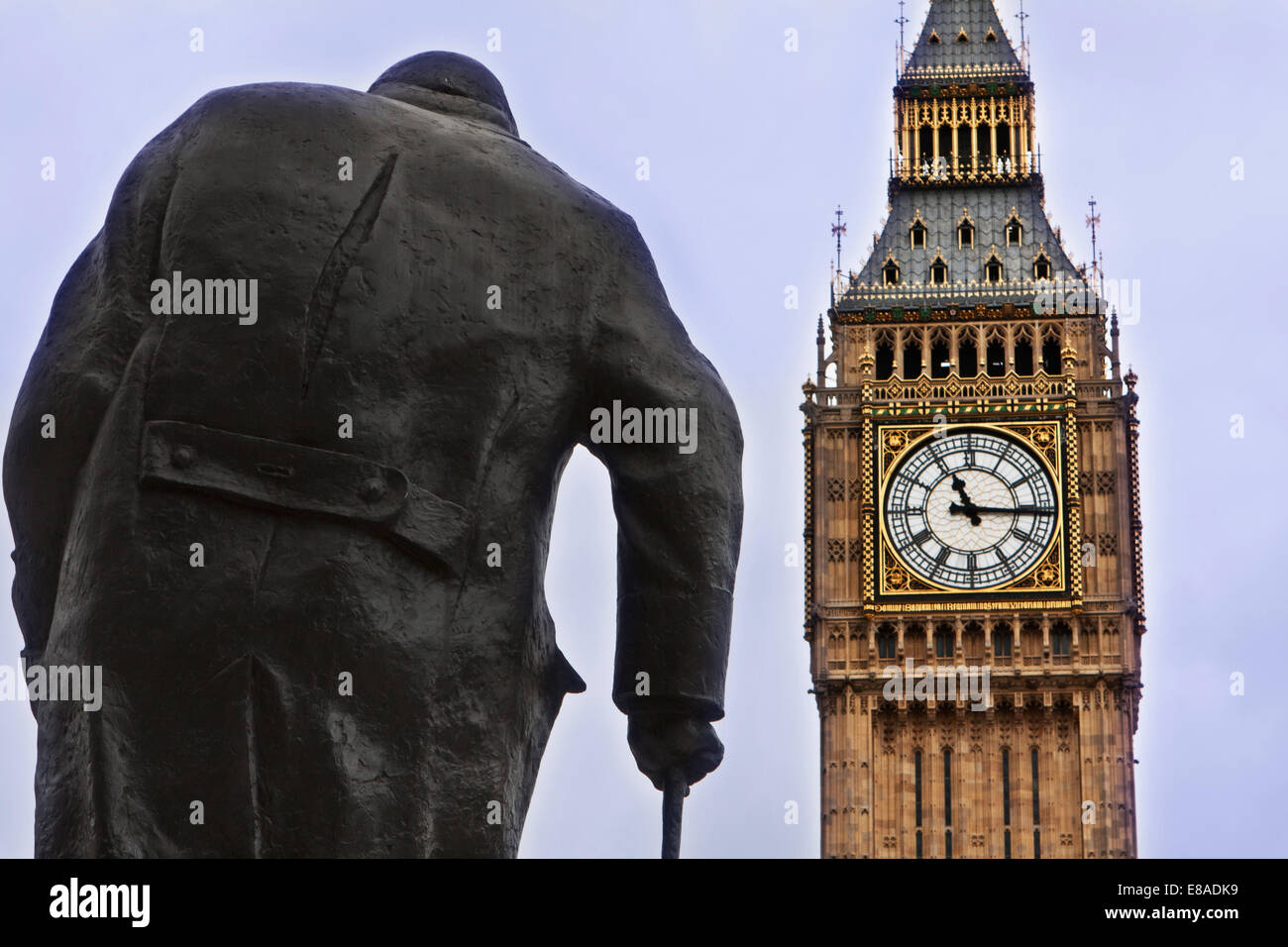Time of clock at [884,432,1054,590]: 11:15
